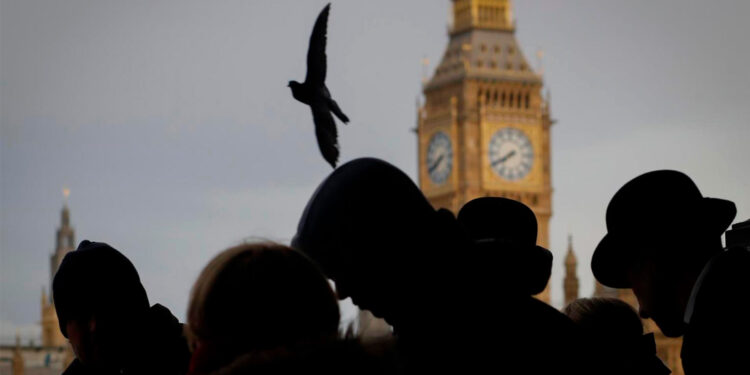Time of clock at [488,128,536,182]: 7:40
